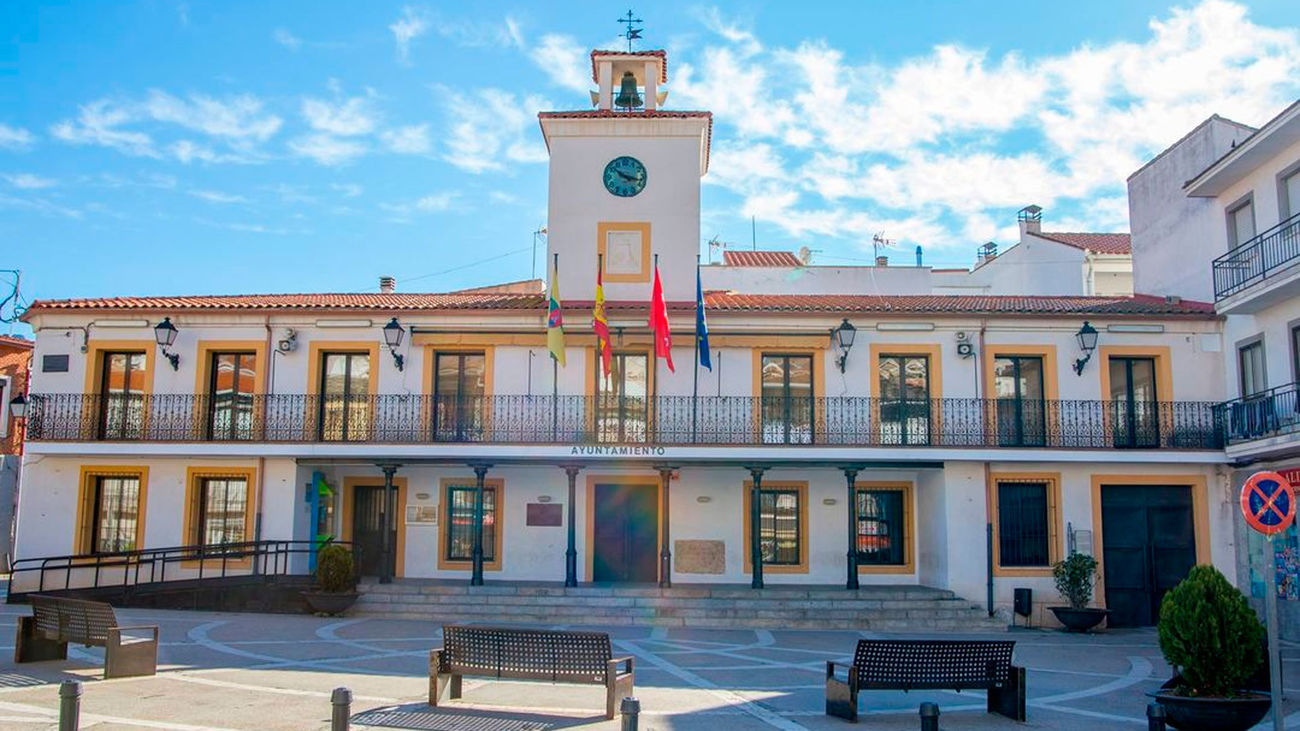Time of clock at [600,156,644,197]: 10:17
